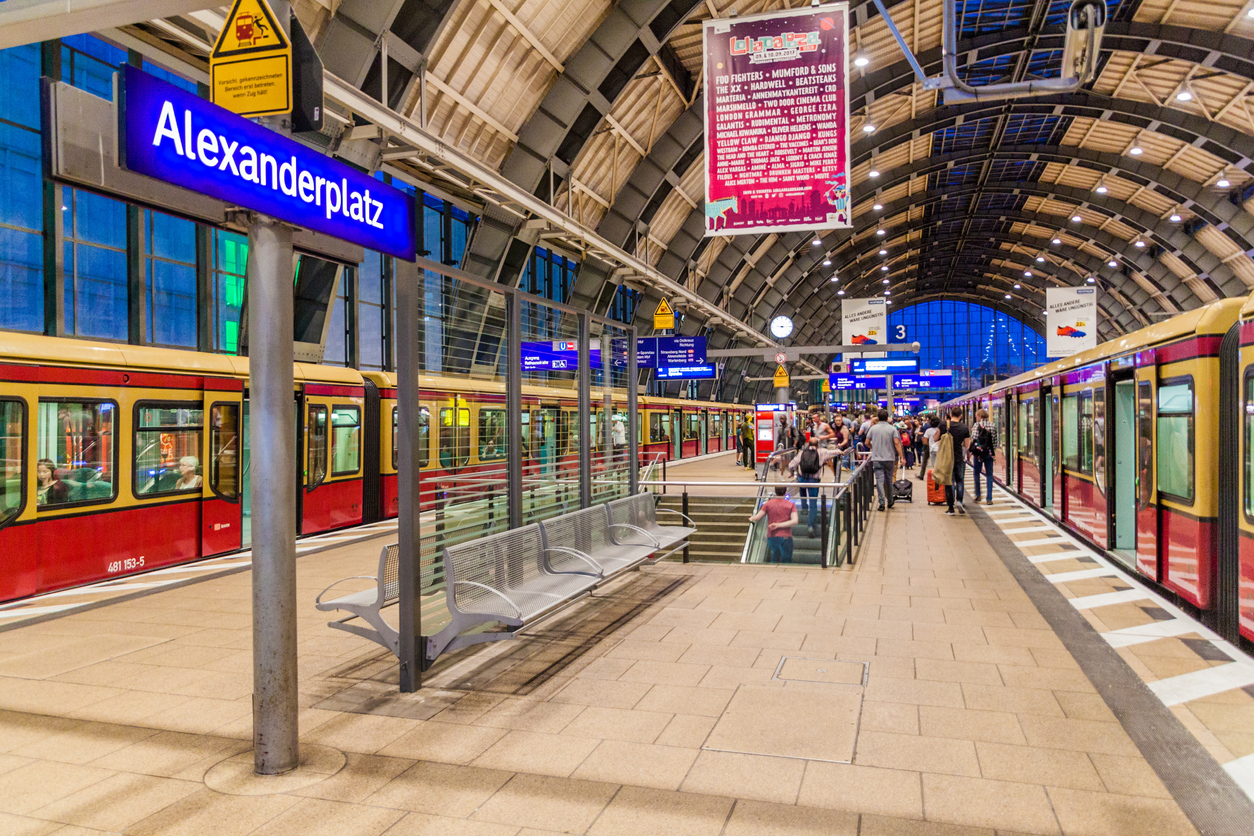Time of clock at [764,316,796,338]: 9:14
